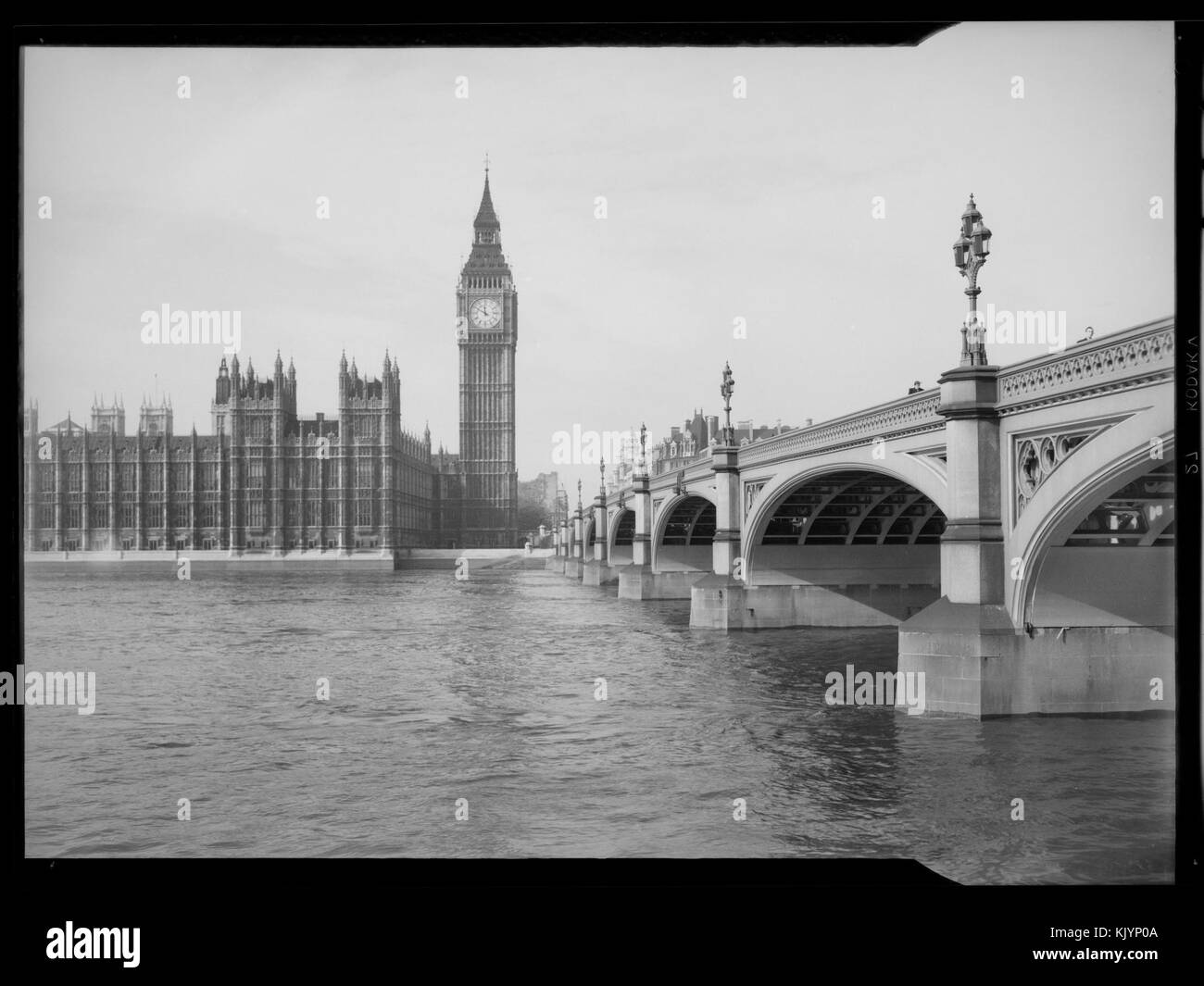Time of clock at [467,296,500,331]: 11:49
